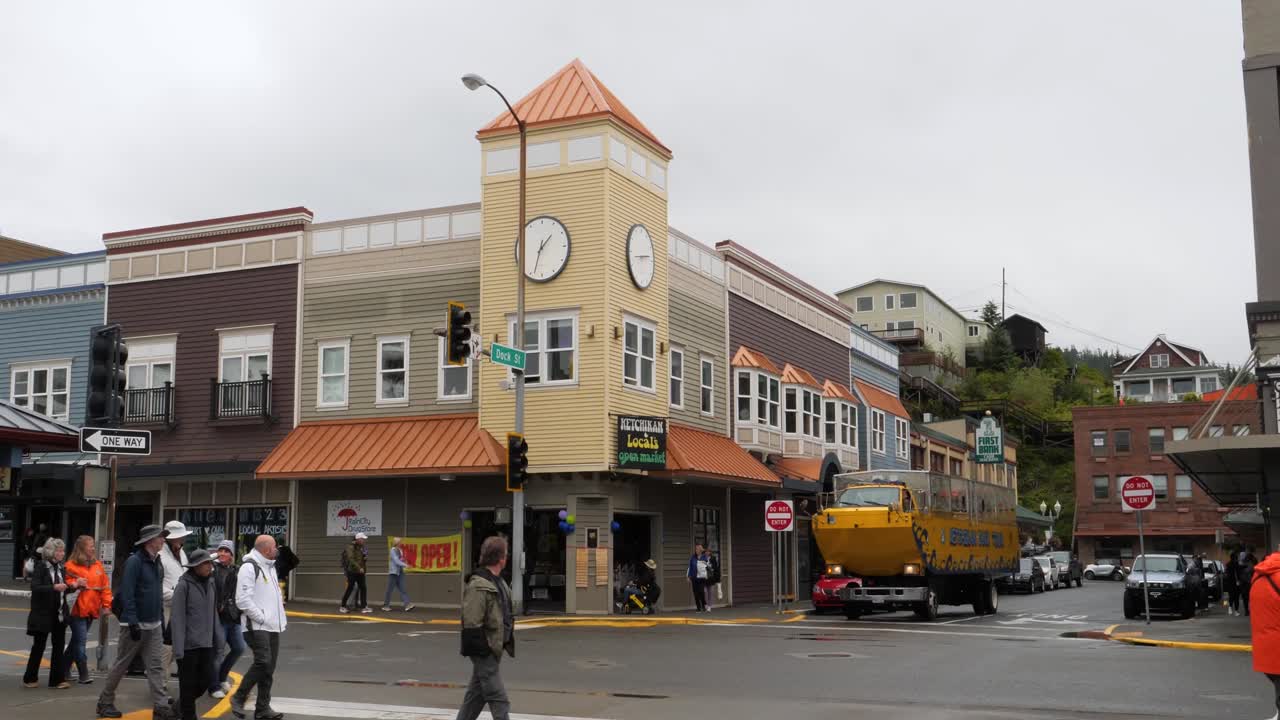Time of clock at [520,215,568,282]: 1:33
